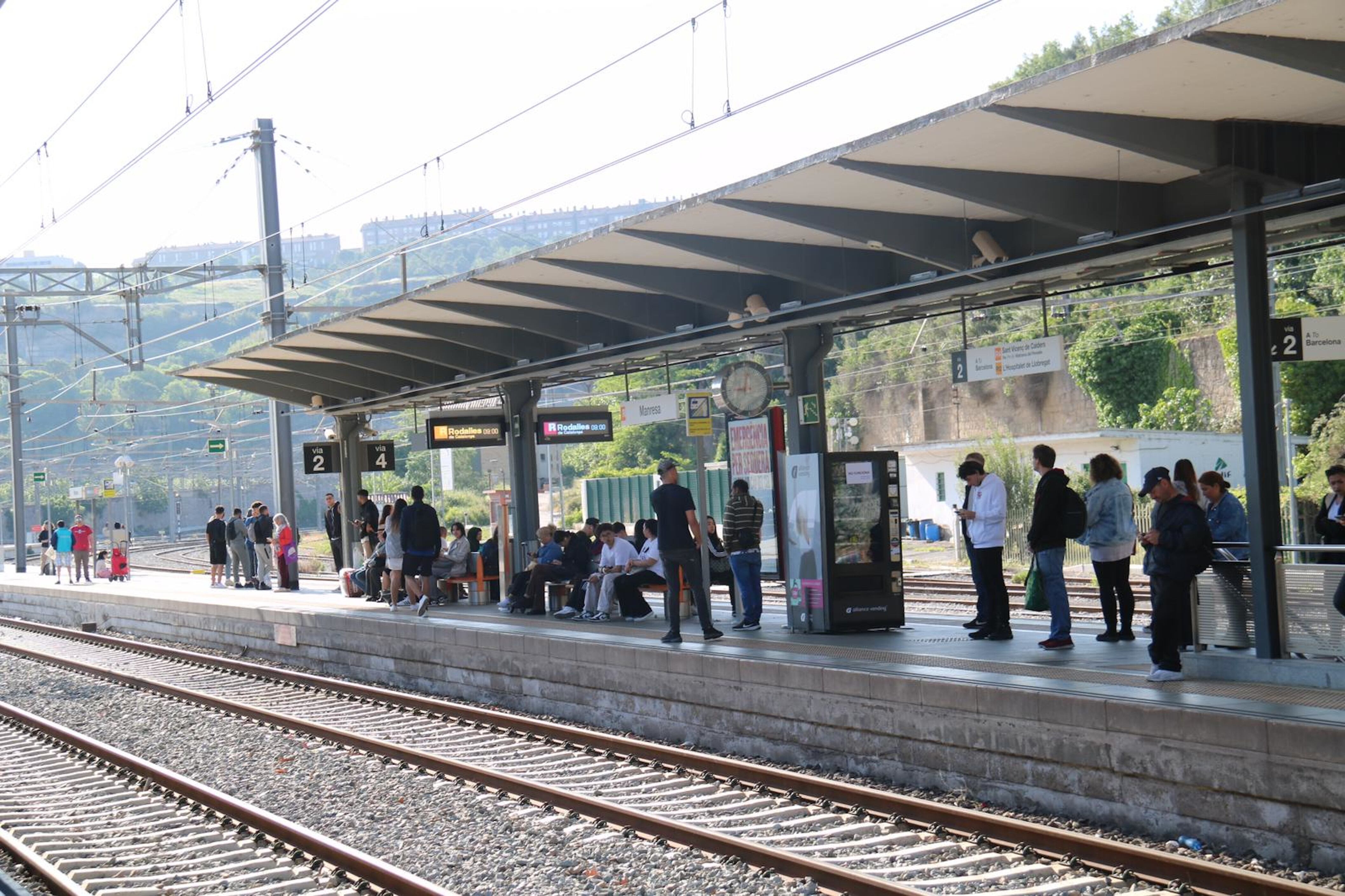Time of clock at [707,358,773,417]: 9:01
